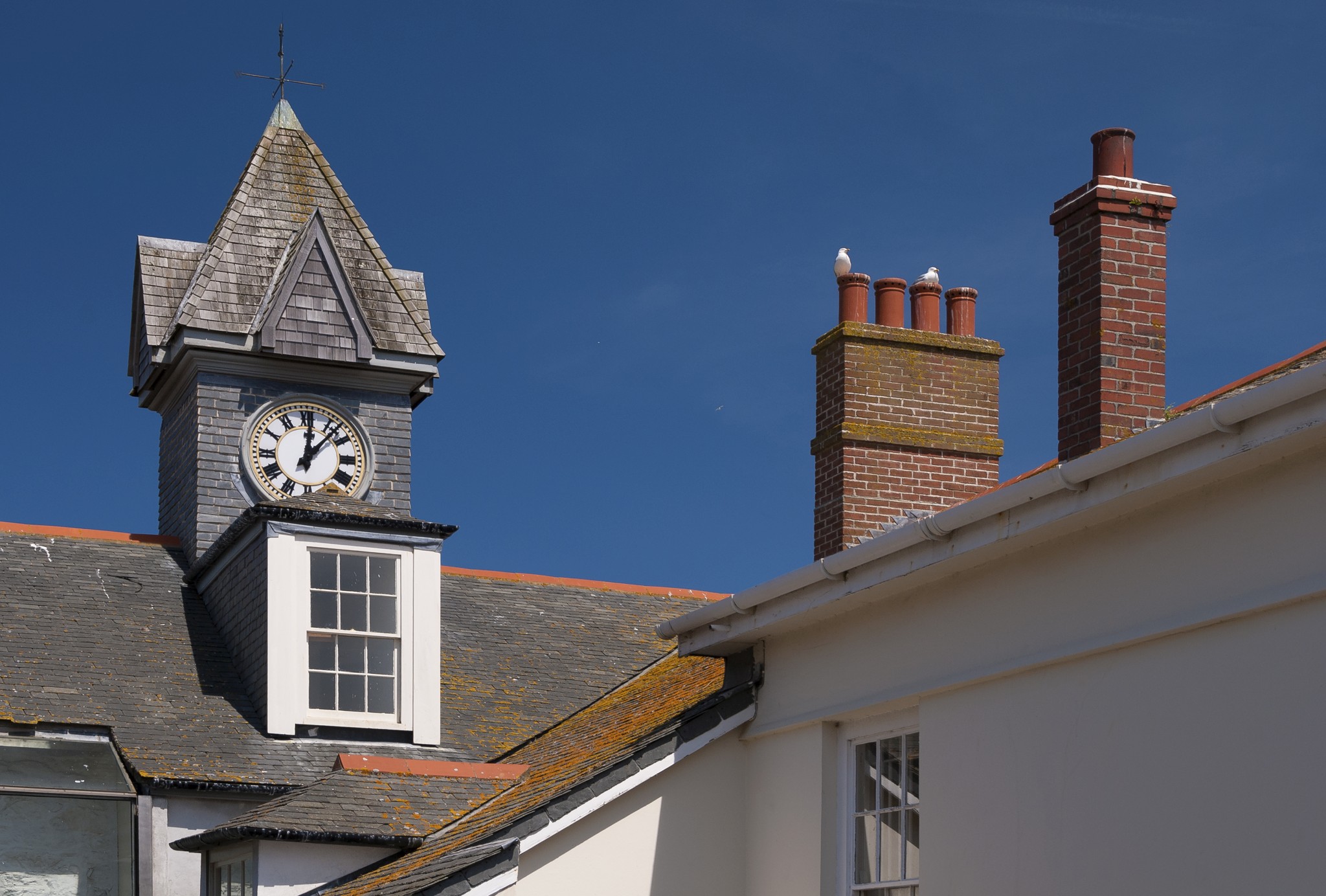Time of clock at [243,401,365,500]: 12:07
